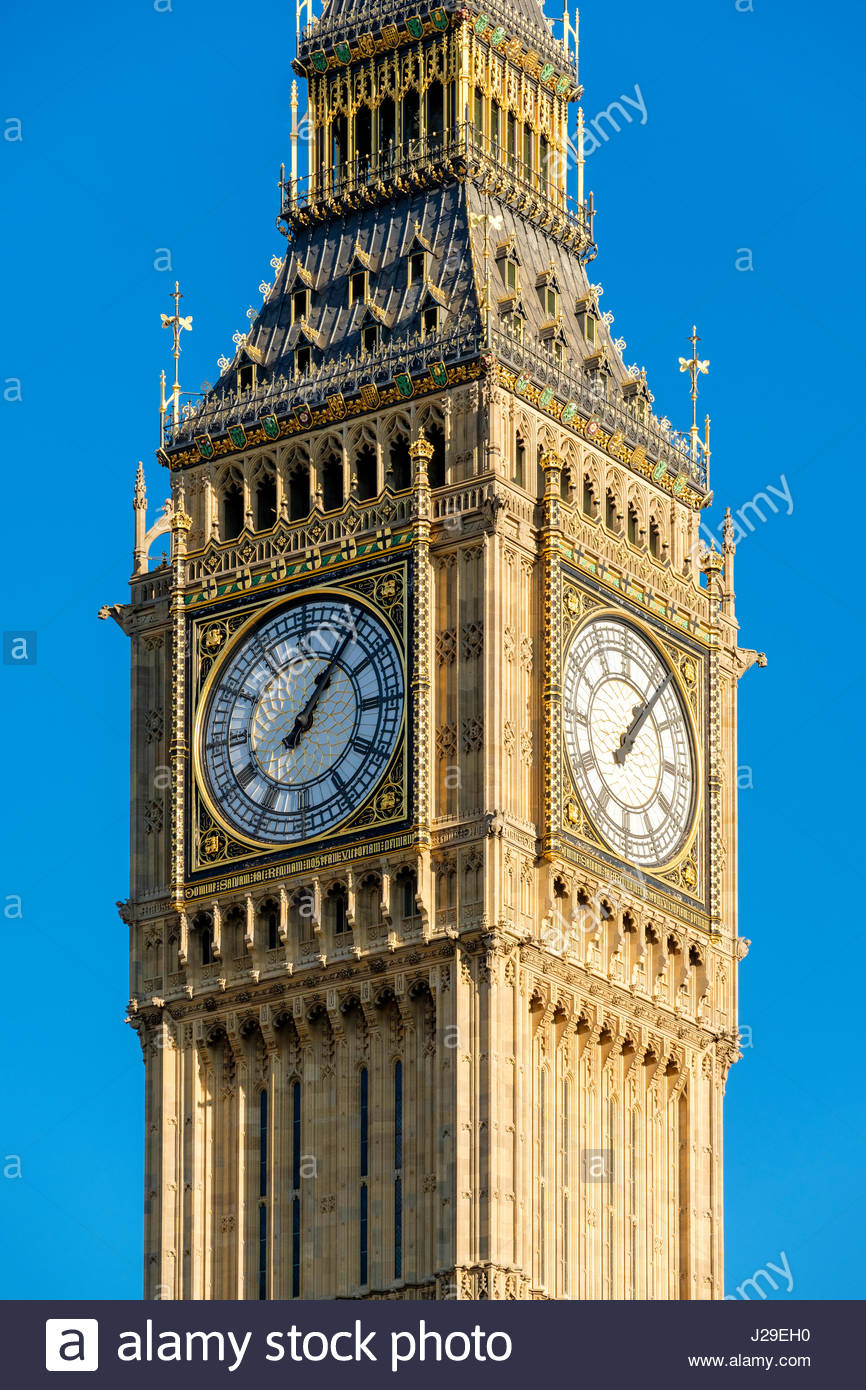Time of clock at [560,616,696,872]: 1:06
